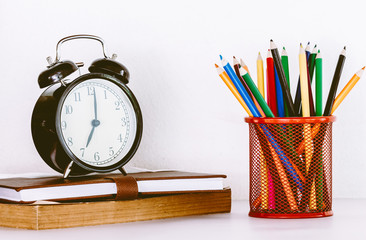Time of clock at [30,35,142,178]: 7:01
